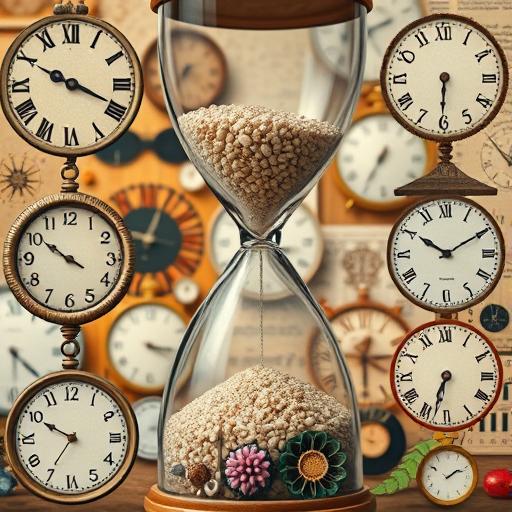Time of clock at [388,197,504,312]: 10:09
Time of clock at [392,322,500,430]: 6:32
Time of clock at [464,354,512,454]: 6:32
